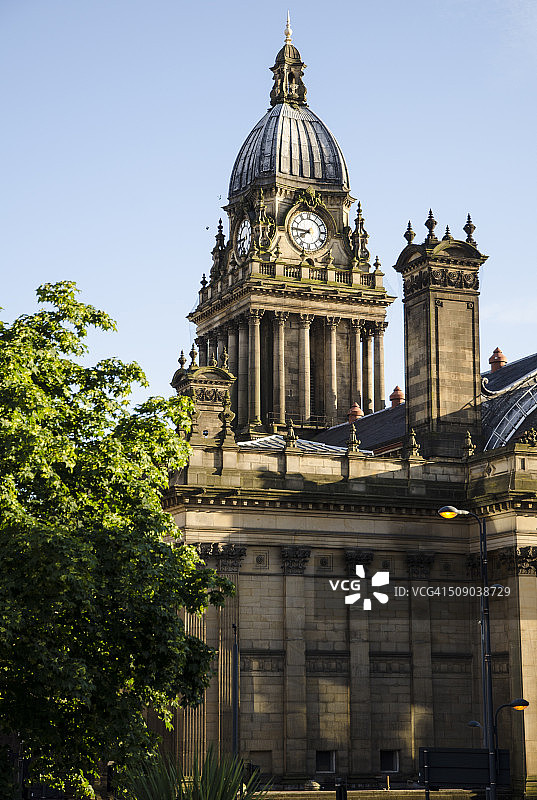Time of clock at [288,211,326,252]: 7:45
